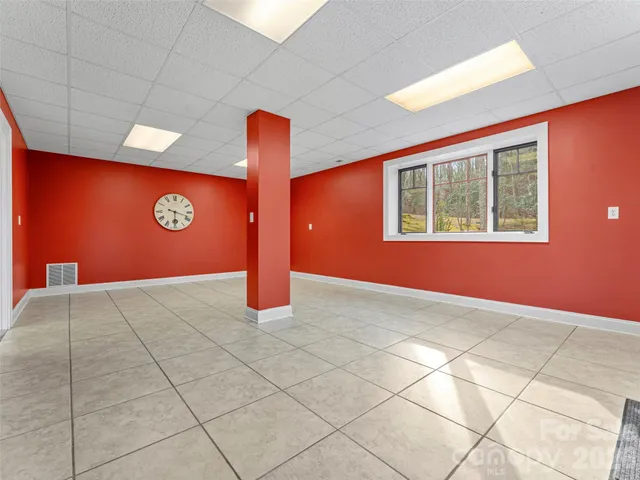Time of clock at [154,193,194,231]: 6:18
